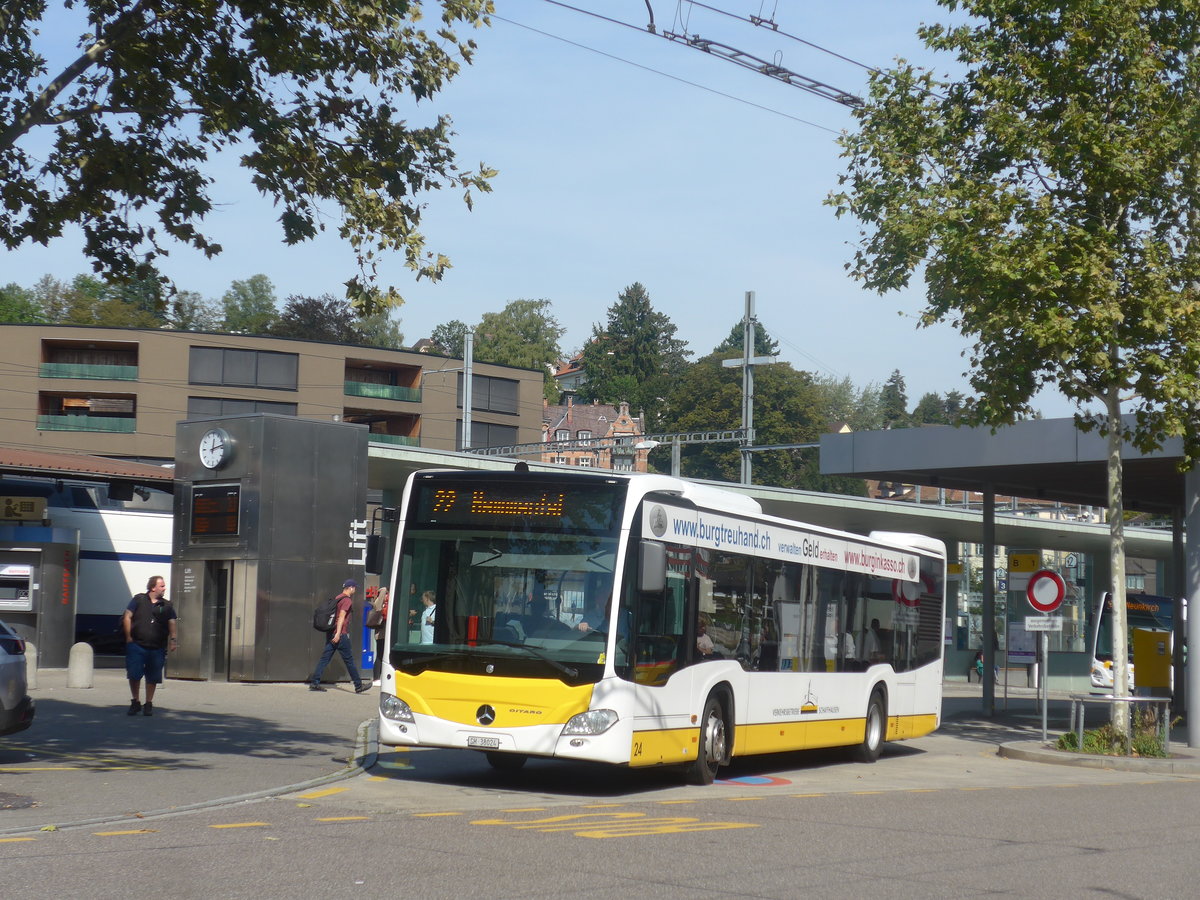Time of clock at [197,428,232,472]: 12:12
